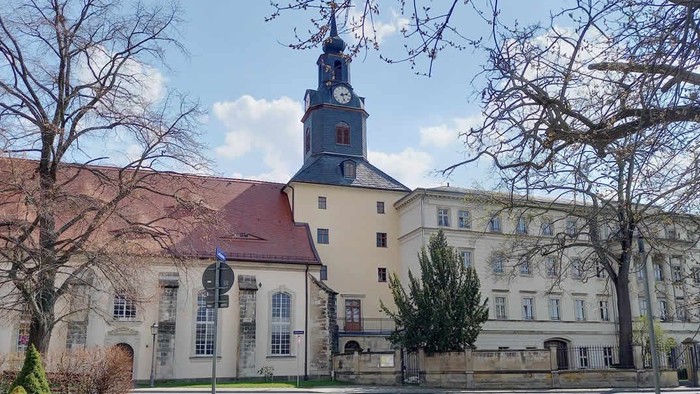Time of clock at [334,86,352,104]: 2:26
